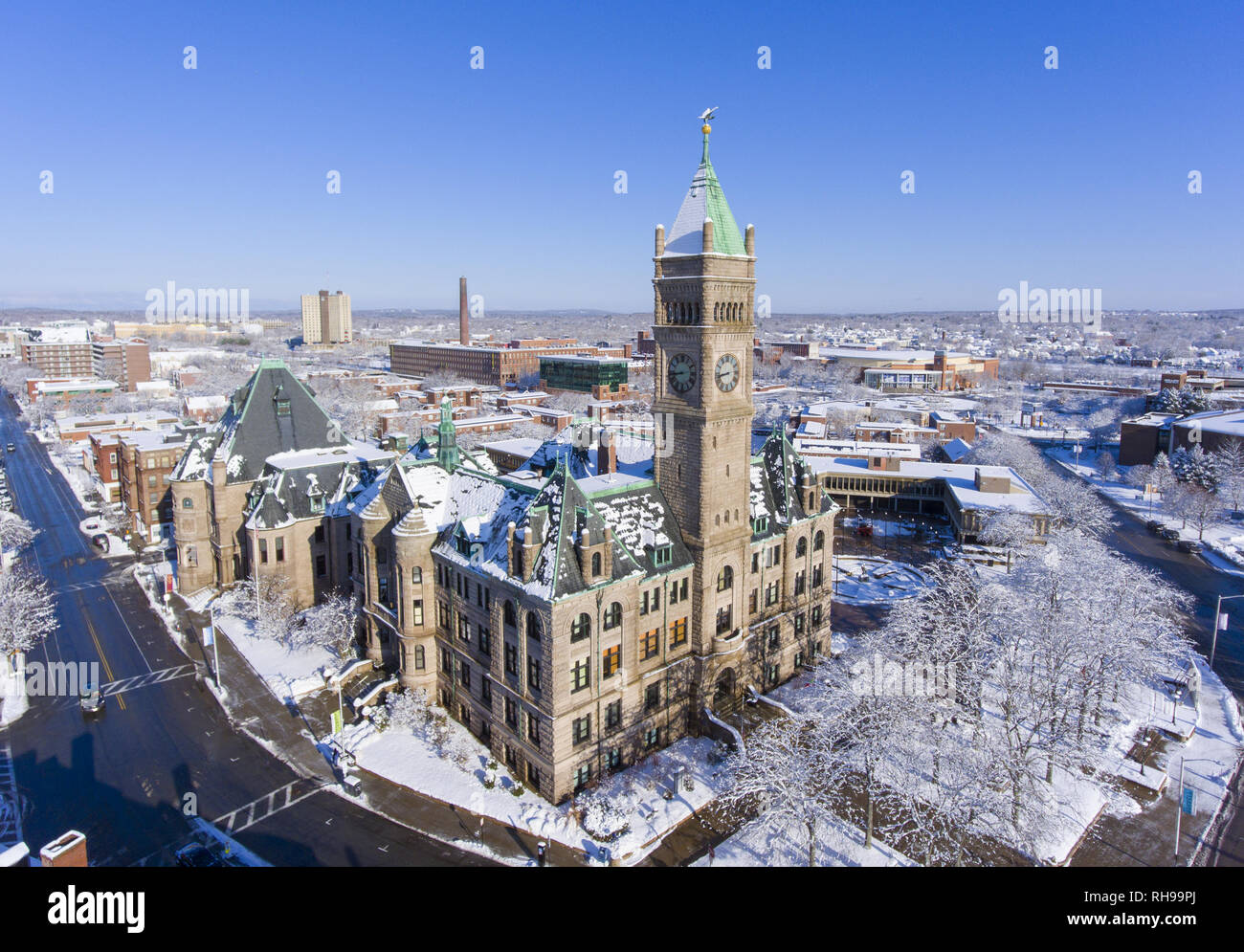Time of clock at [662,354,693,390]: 8:43
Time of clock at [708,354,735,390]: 8:43
